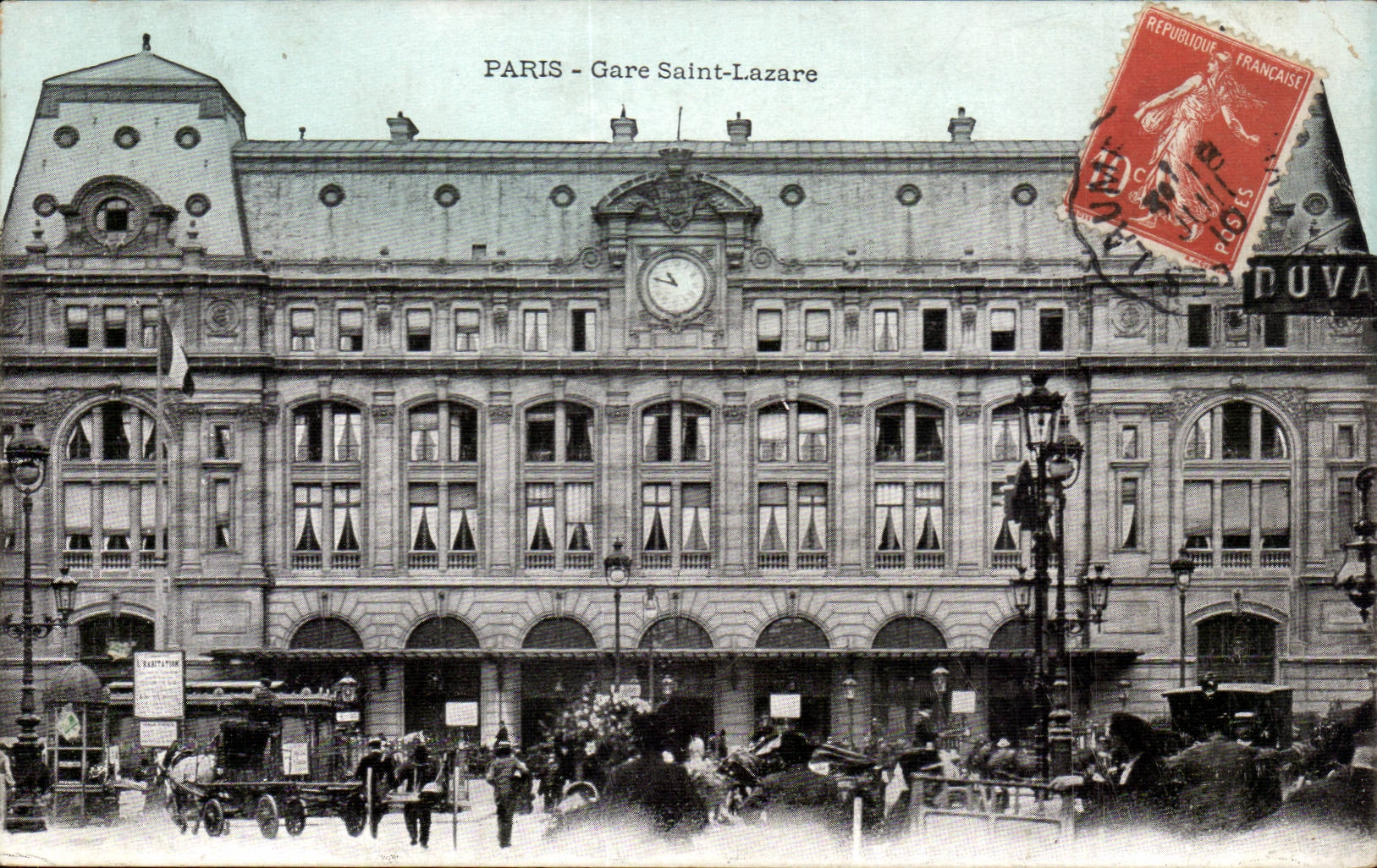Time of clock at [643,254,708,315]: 10:47
